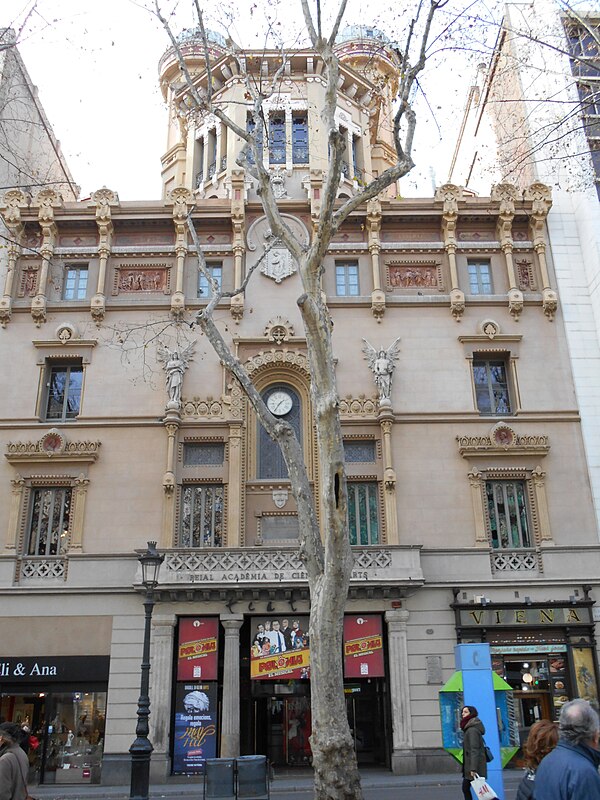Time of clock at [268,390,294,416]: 1:35
